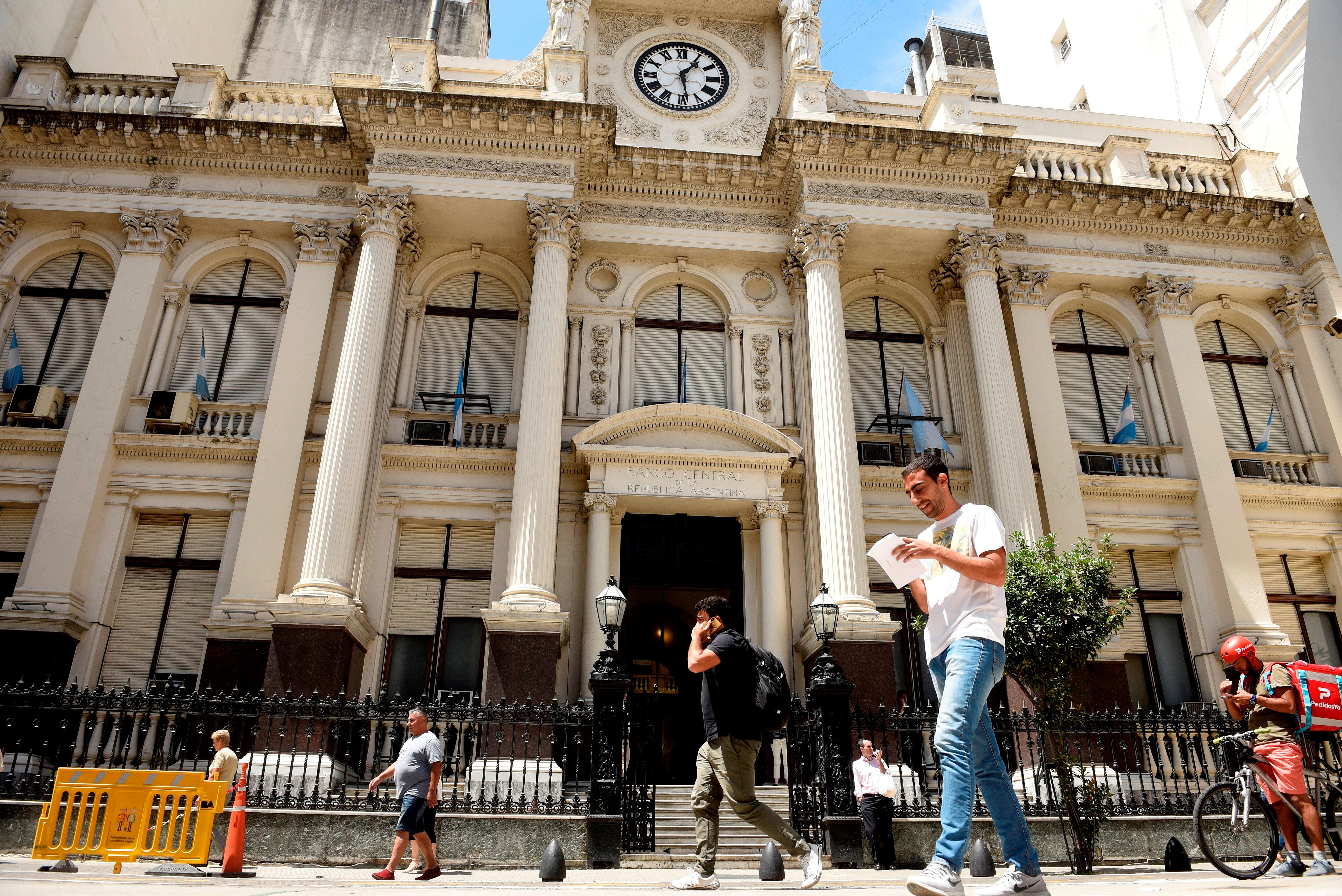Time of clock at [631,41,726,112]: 1:28
